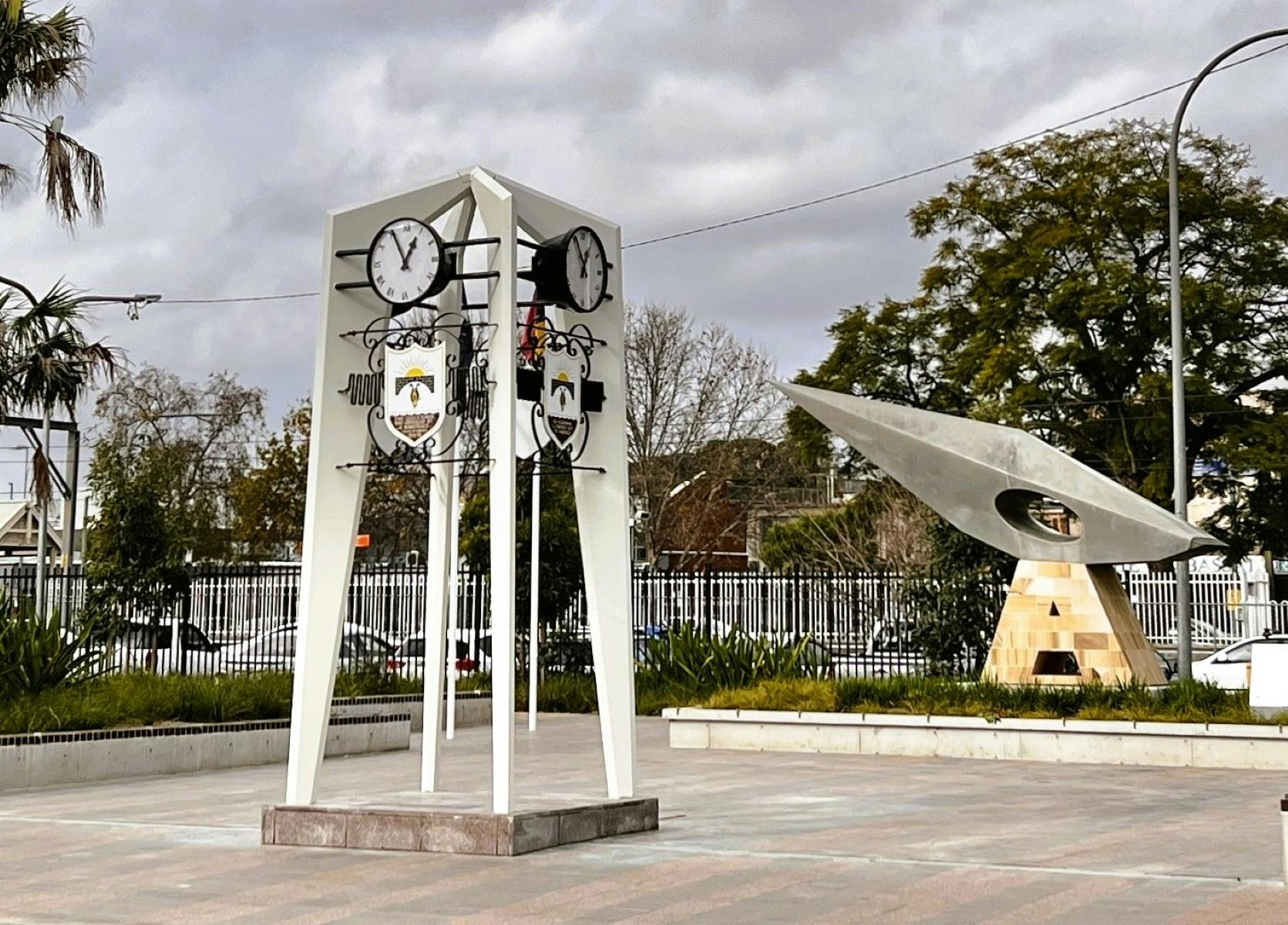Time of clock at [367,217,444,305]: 12:55
